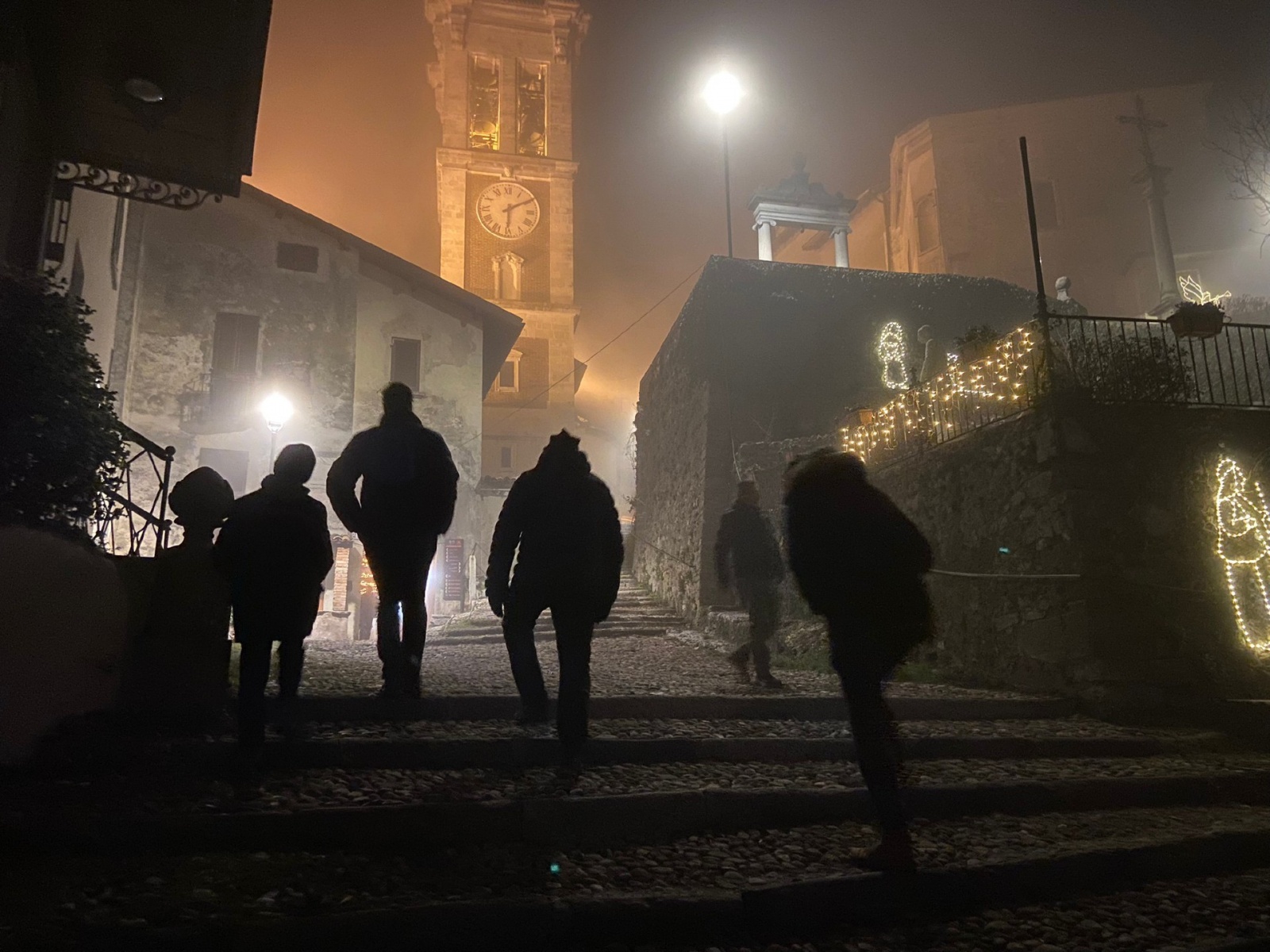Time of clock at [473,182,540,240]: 6:09
